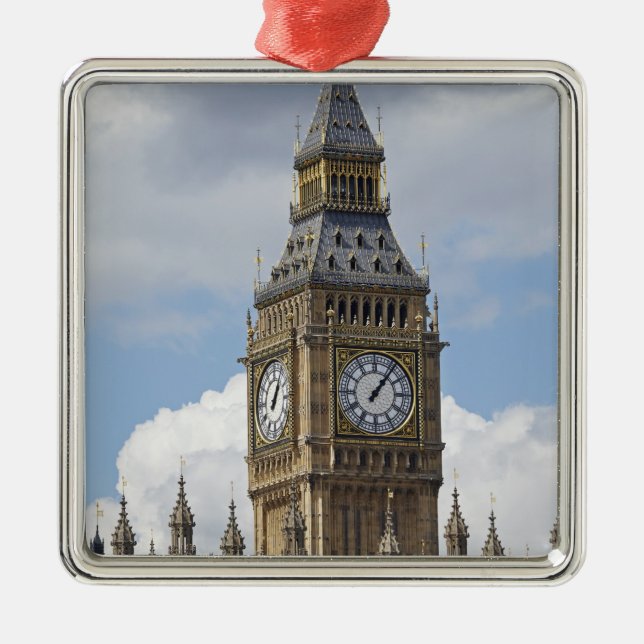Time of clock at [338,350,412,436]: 1:06
